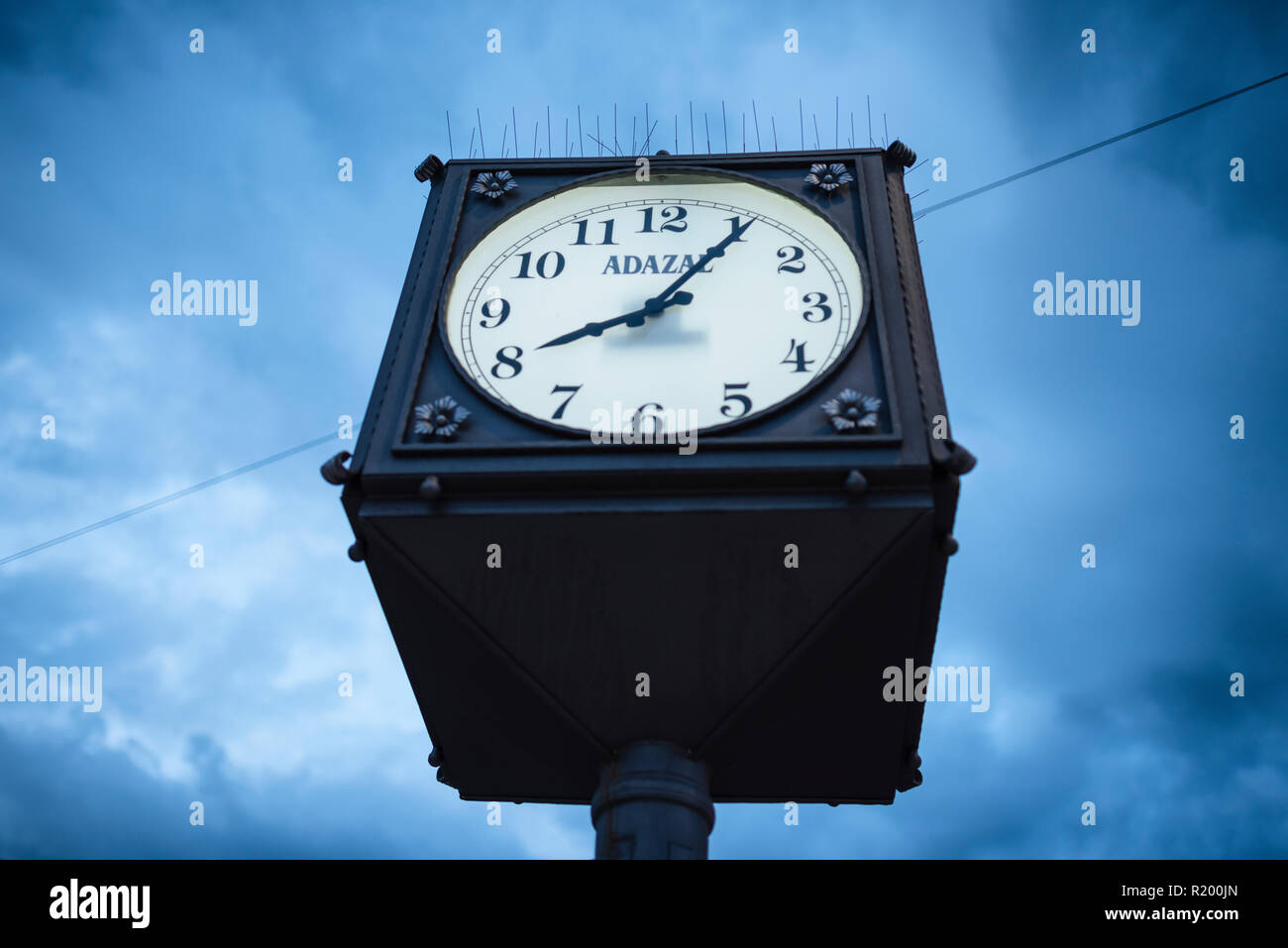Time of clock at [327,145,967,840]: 8:06
